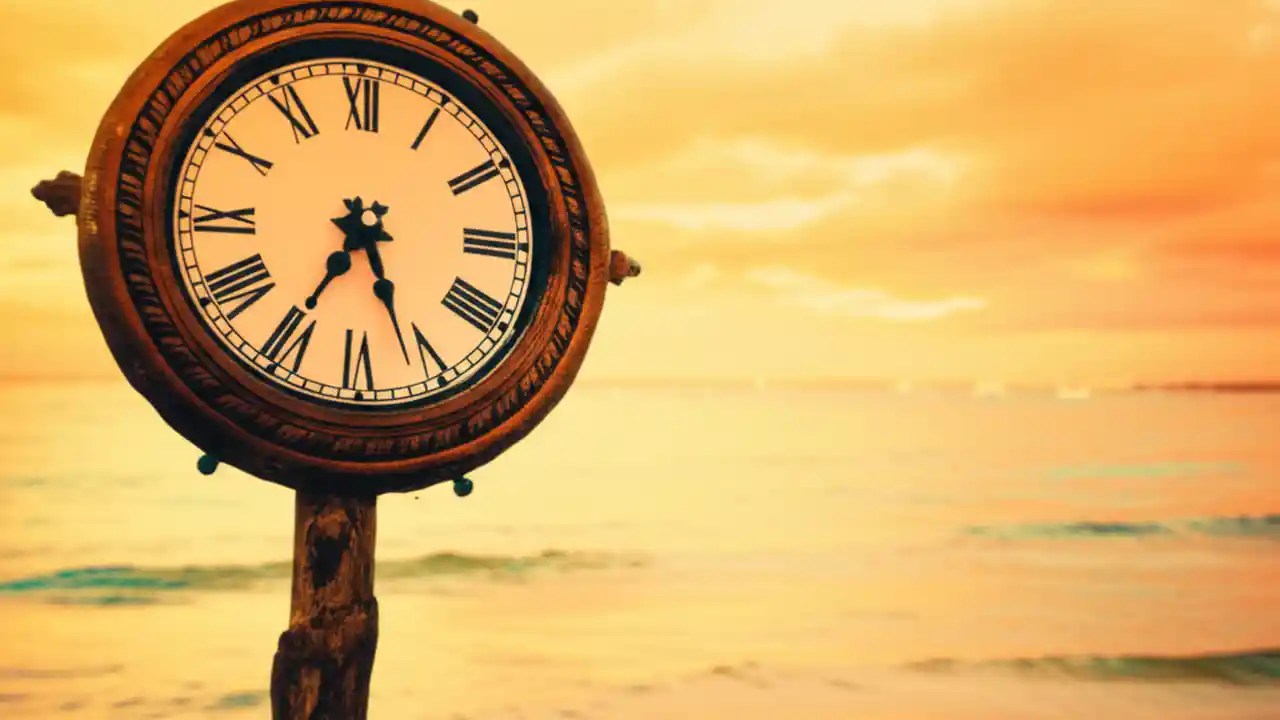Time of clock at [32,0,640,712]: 5:35
